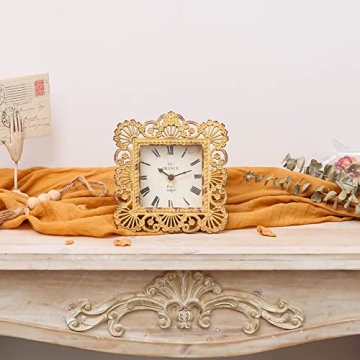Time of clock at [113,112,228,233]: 10:11
